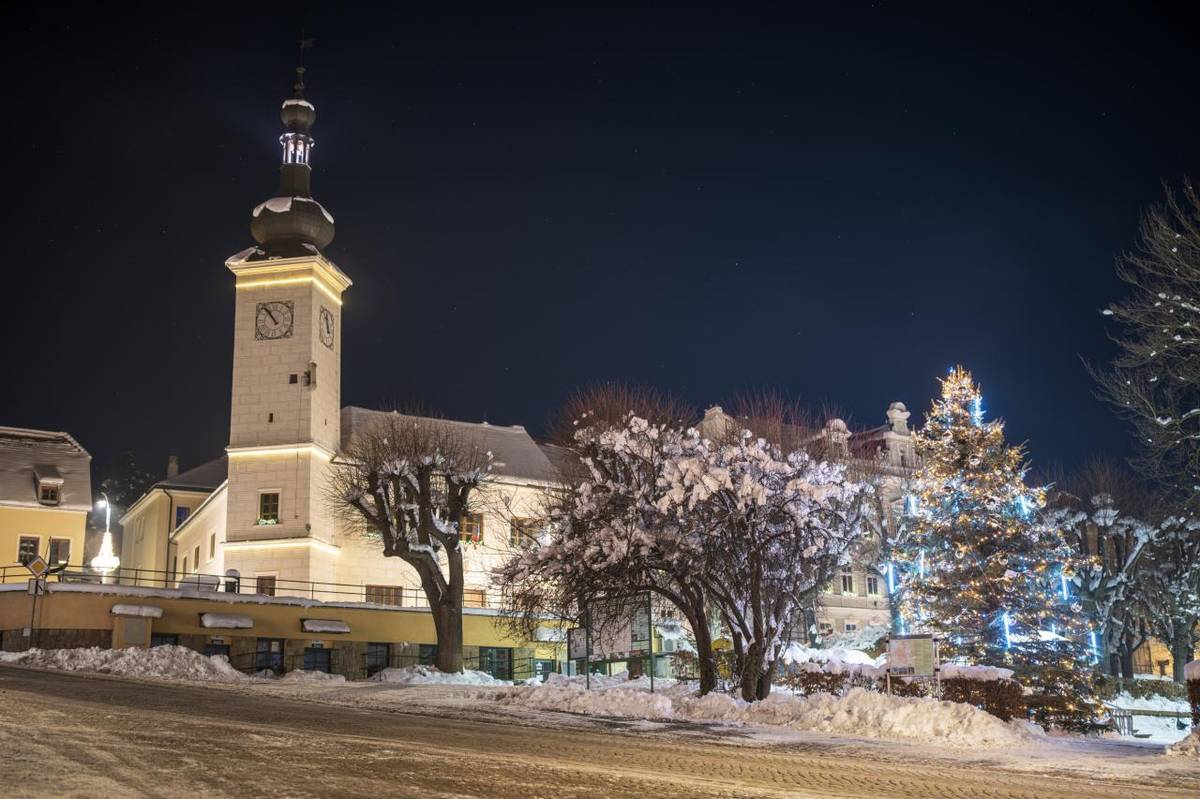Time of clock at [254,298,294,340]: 10:53
